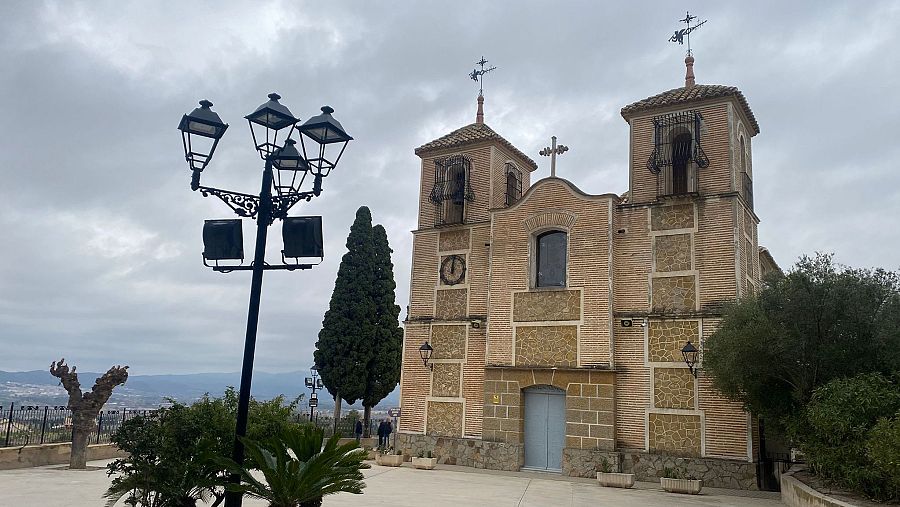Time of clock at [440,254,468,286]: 12:00
